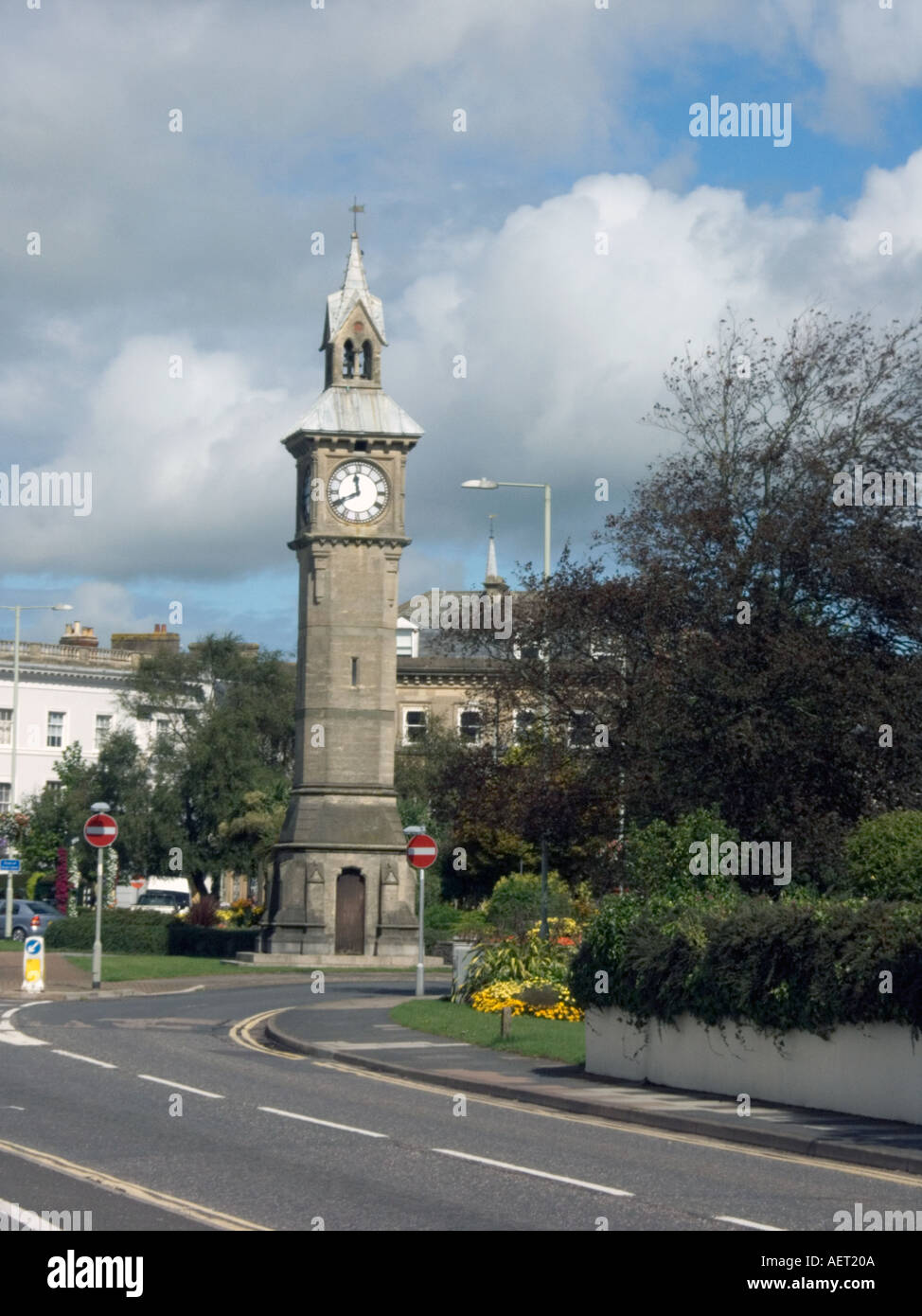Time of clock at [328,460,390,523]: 11:40
